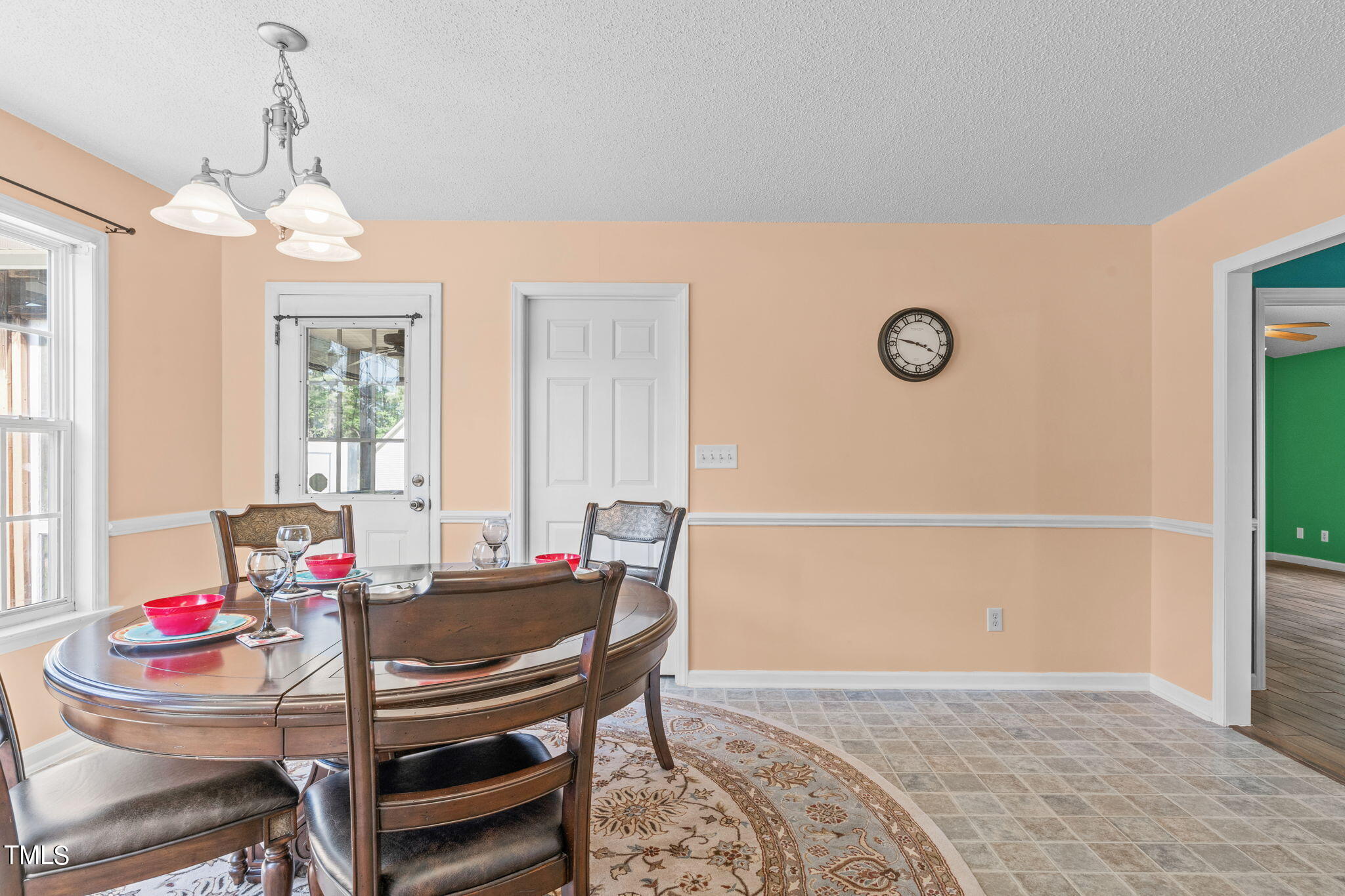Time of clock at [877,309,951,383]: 3:47
